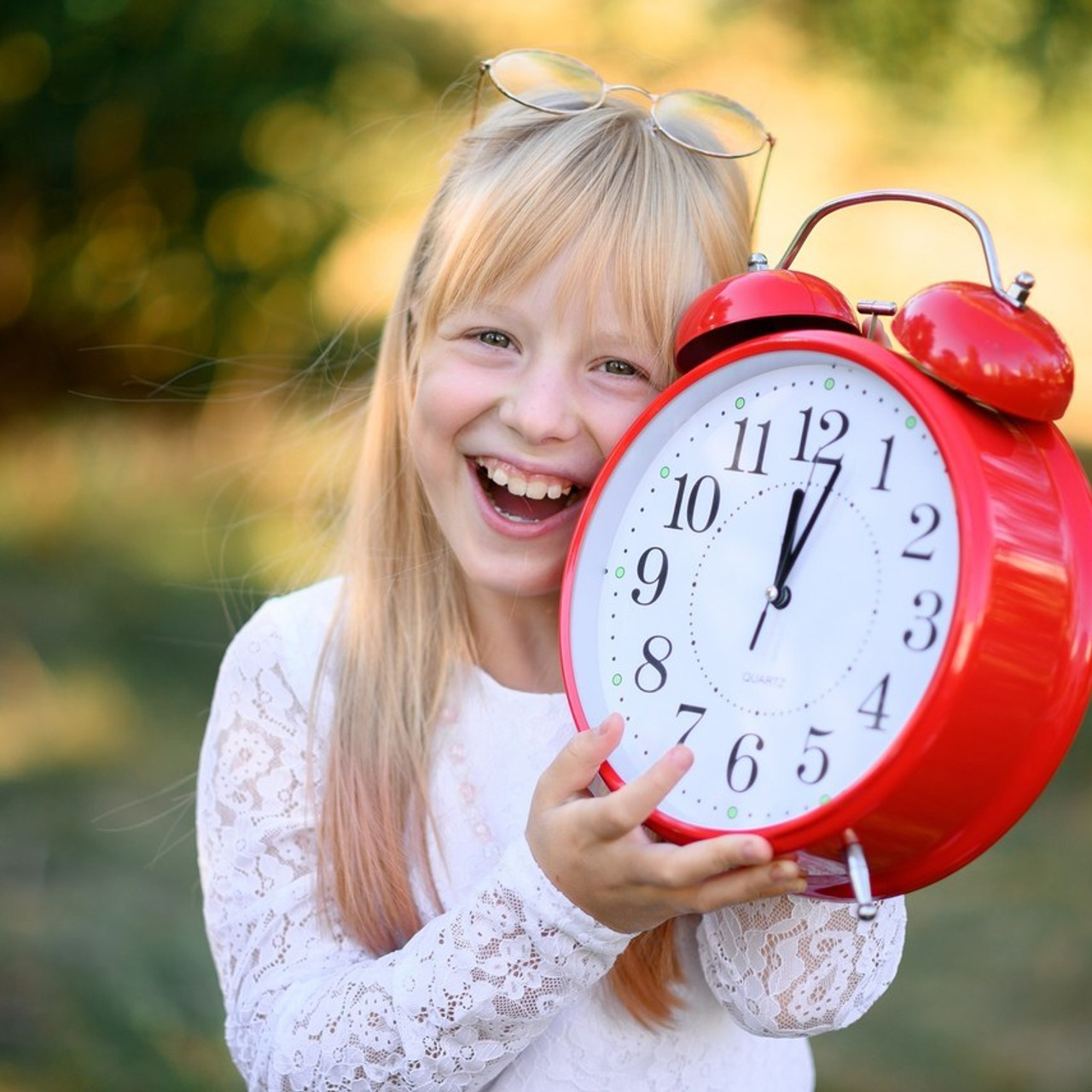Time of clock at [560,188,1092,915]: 12:02
